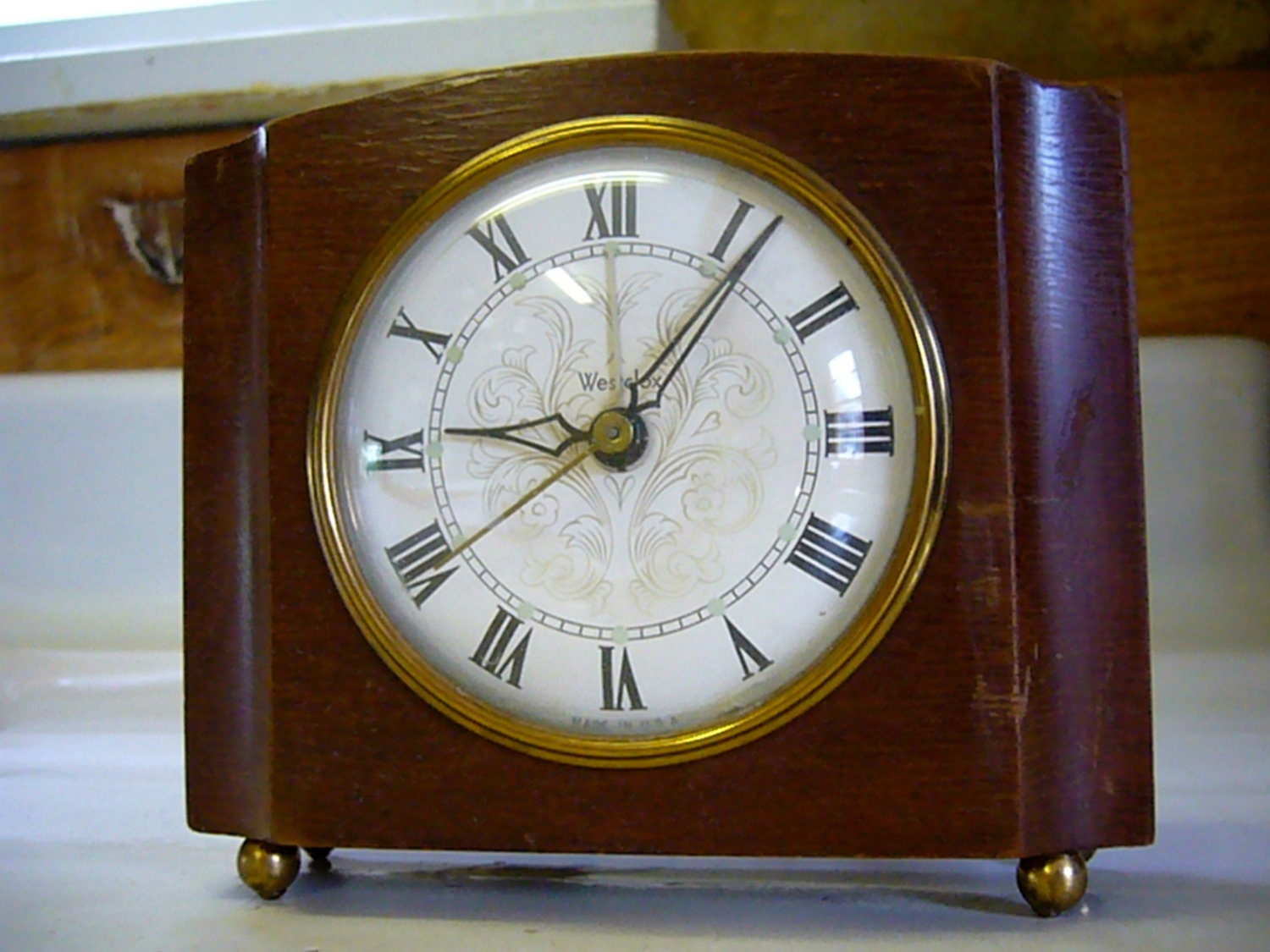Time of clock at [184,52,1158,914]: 9:06
